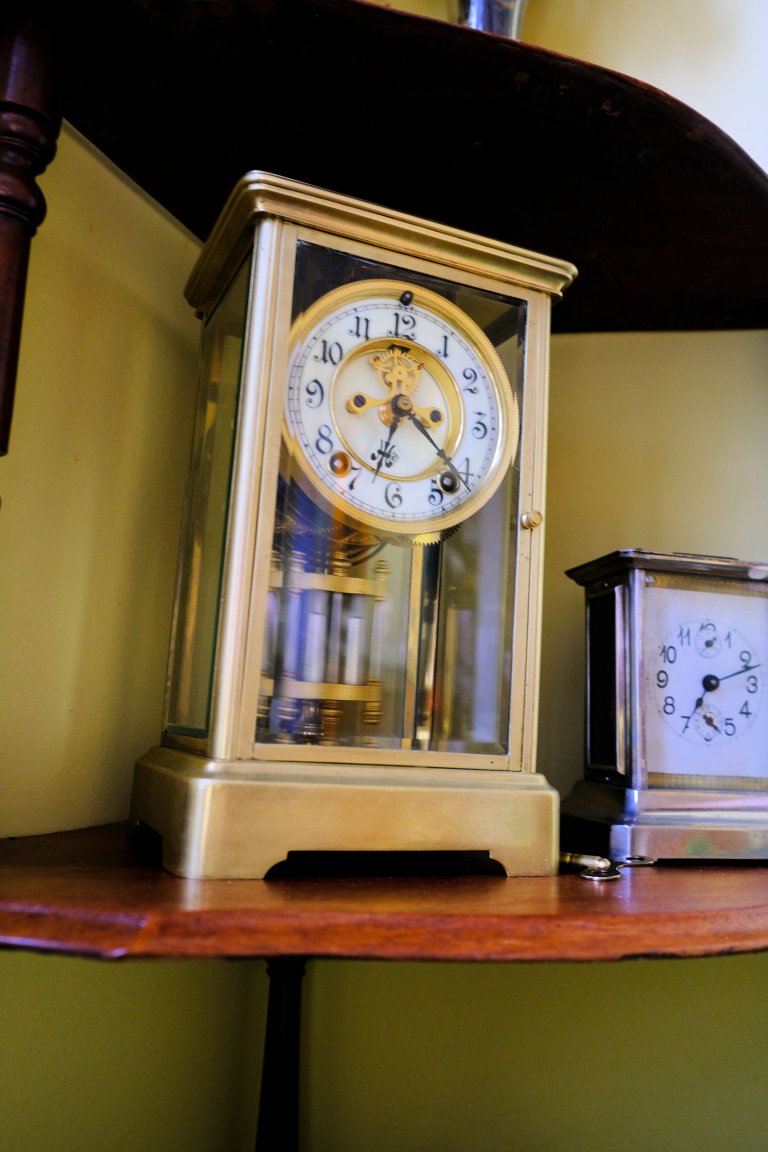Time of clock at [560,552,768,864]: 7:12
